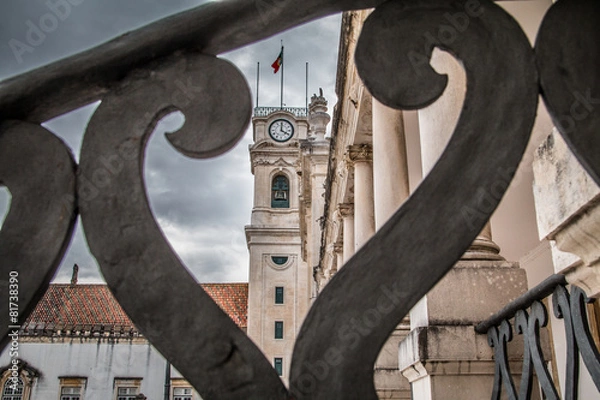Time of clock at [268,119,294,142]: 4:00
